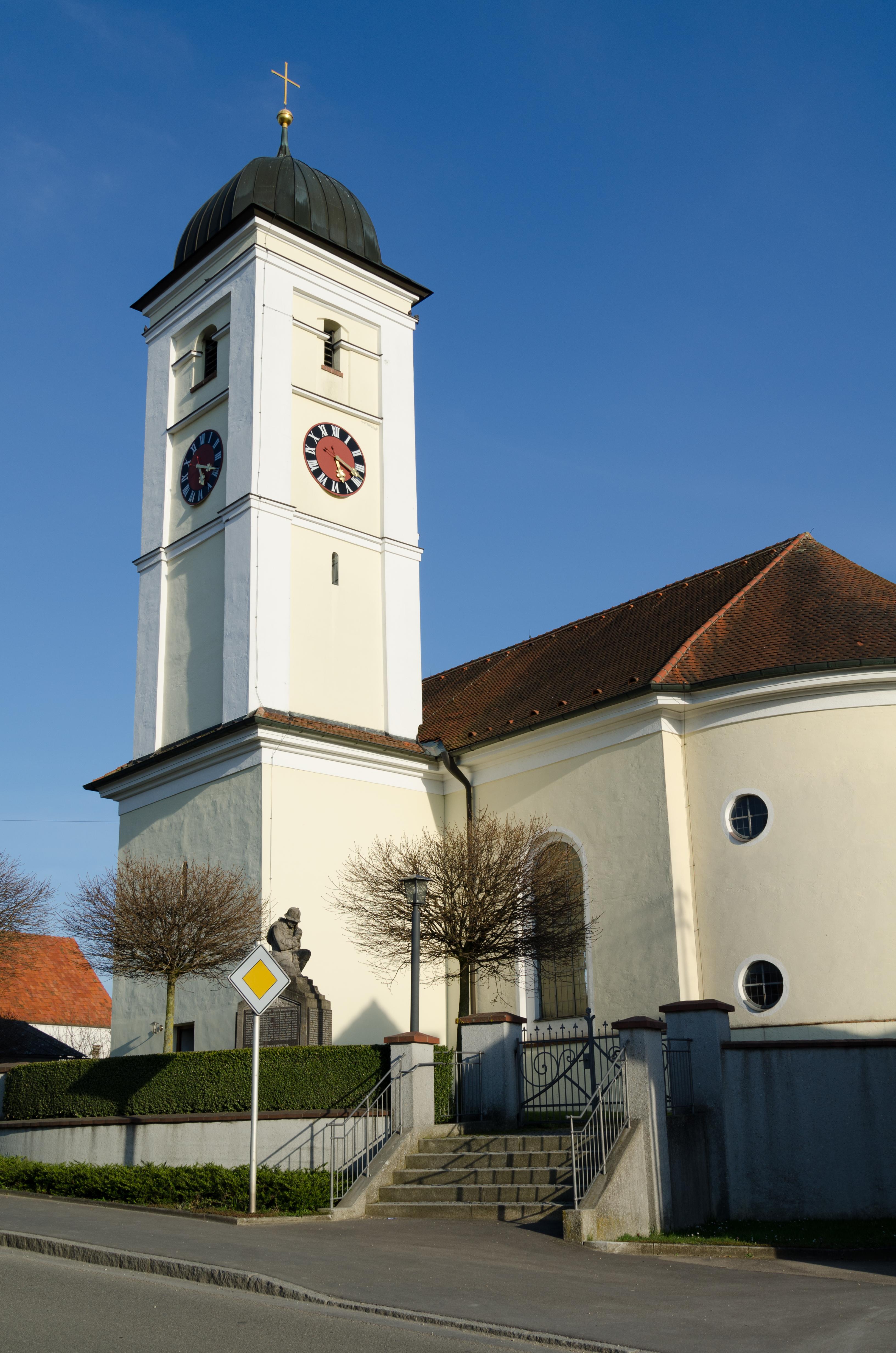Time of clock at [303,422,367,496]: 5:18
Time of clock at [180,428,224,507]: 5:18
